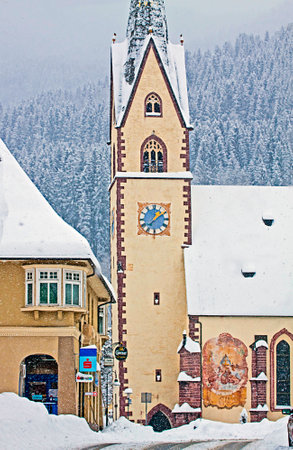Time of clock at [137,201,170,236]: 1:09
